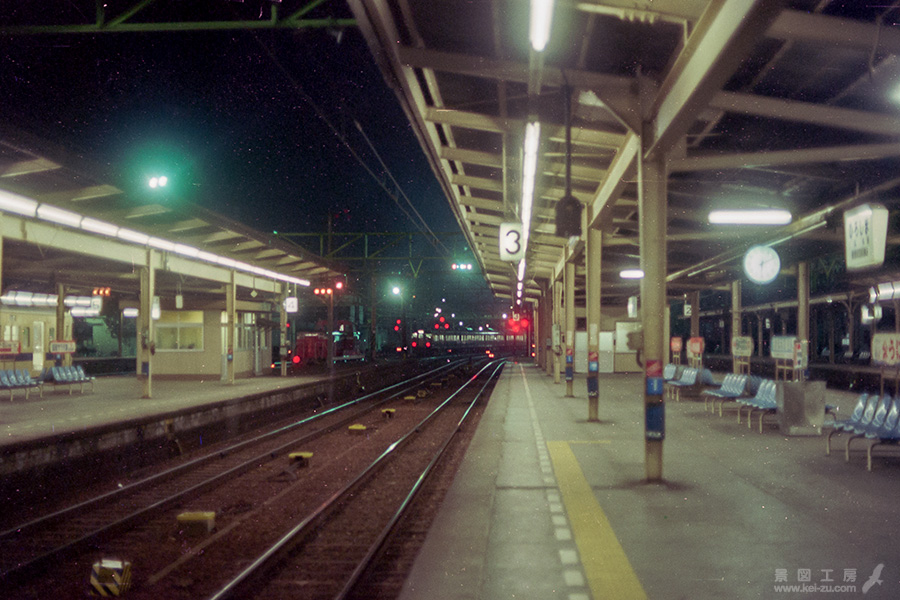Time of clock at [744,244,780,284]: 6:10
